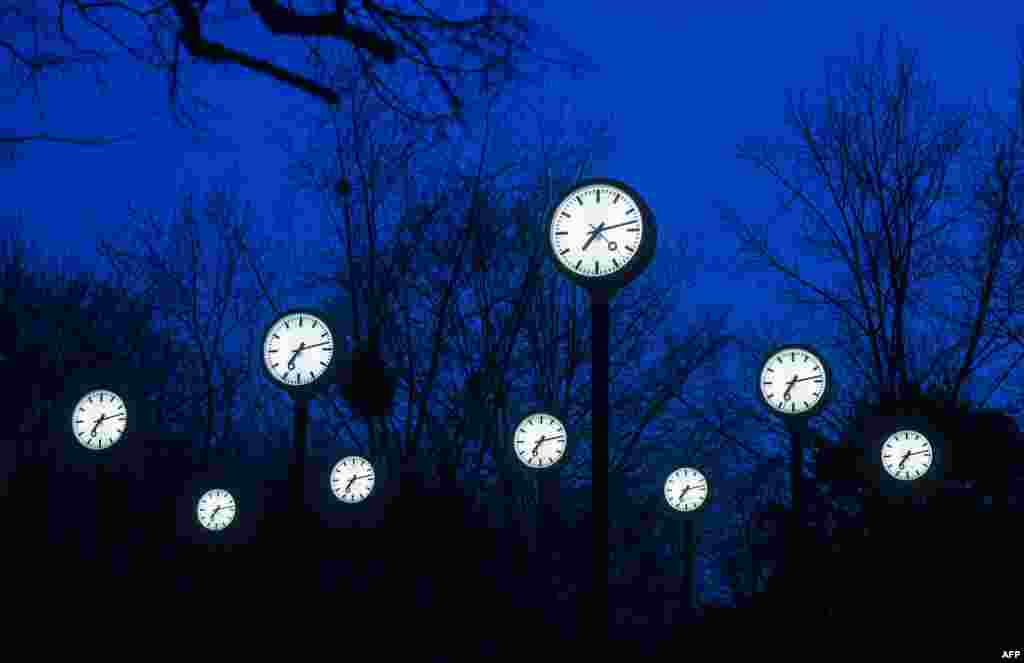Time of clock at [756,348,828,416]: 7:13
